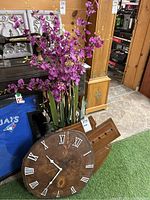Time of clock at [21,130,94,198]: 10:35
